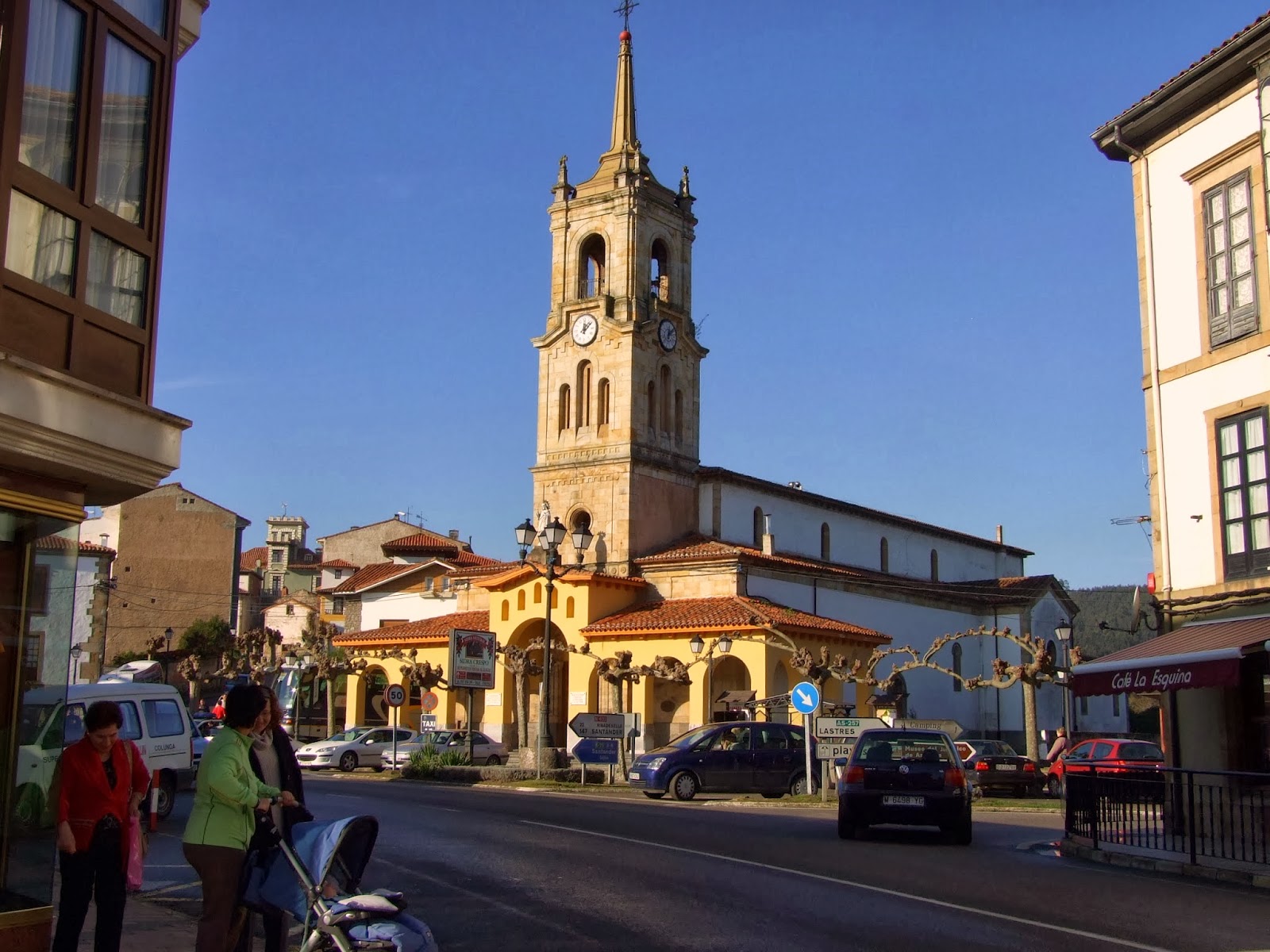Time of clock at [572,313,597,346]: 12:07
